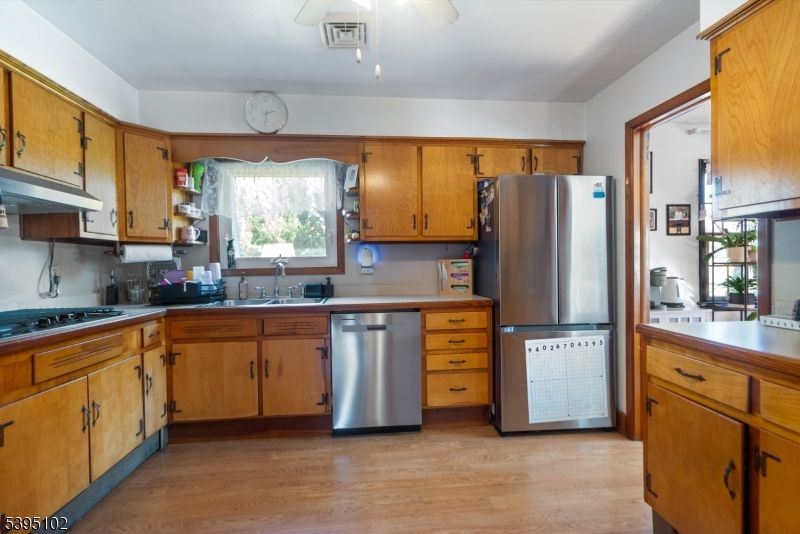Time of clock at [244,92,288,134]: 2:31
